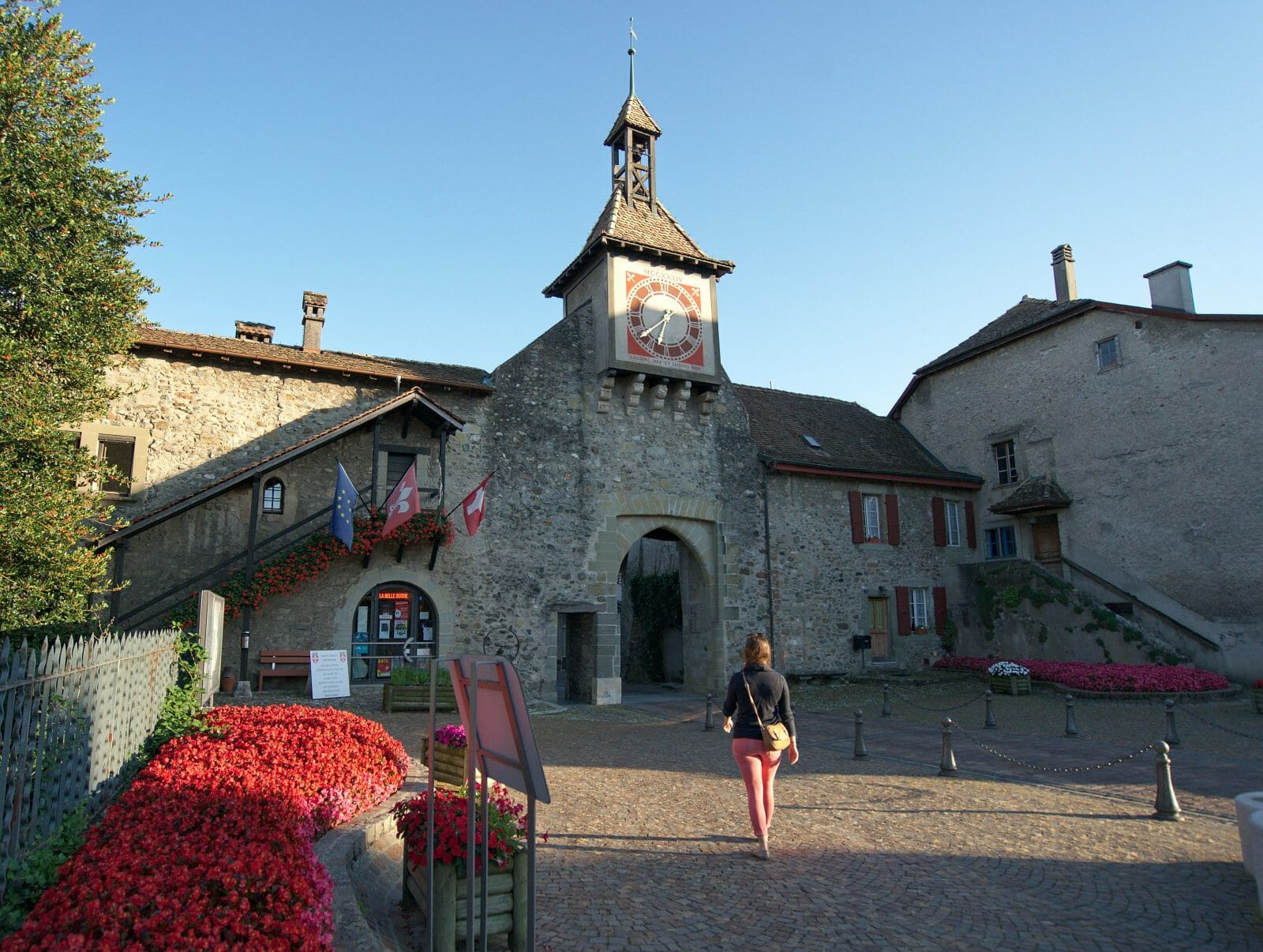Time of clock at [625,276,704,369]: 6:38
